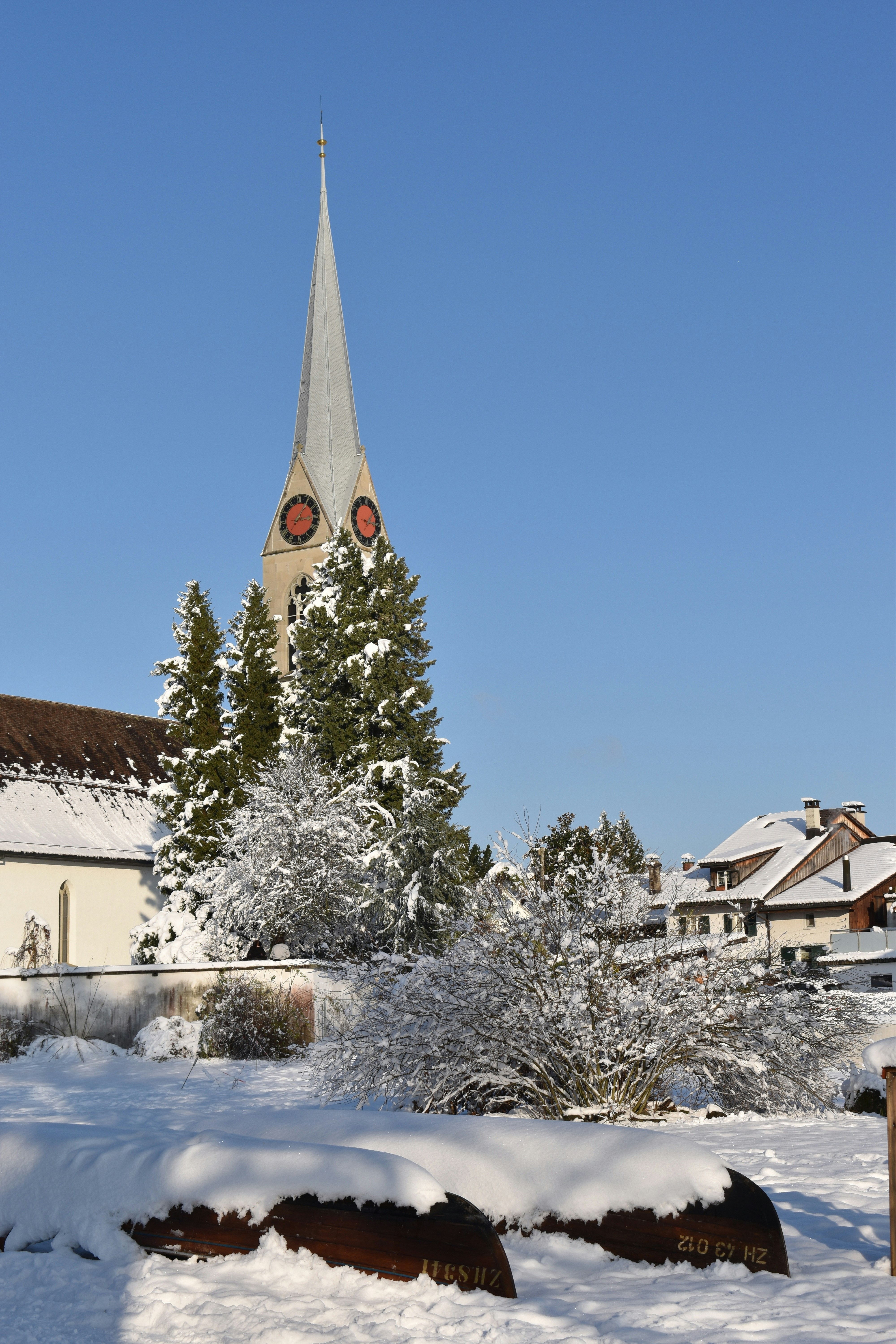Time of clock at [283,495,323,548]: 3:05
